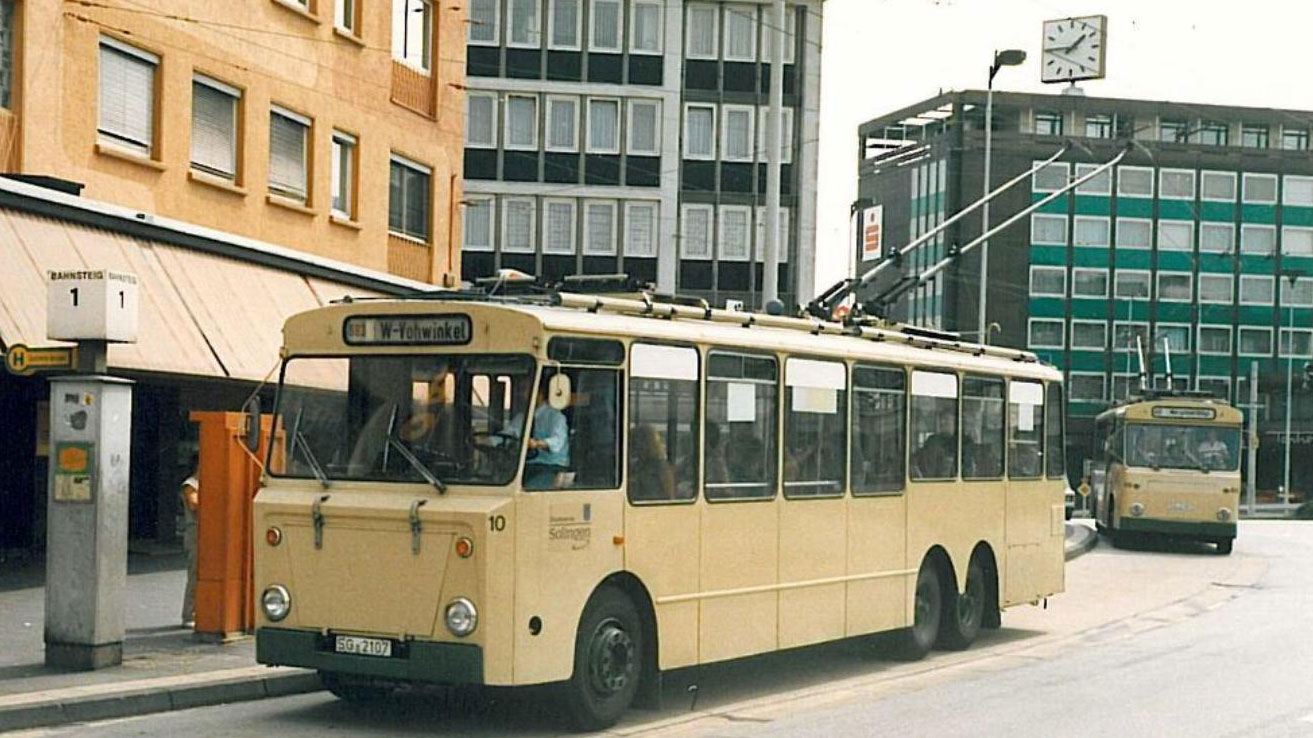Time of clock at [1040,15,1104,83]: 1:45
